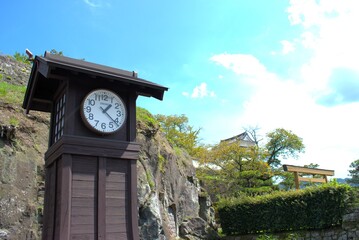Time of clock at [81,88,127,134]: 1:21
